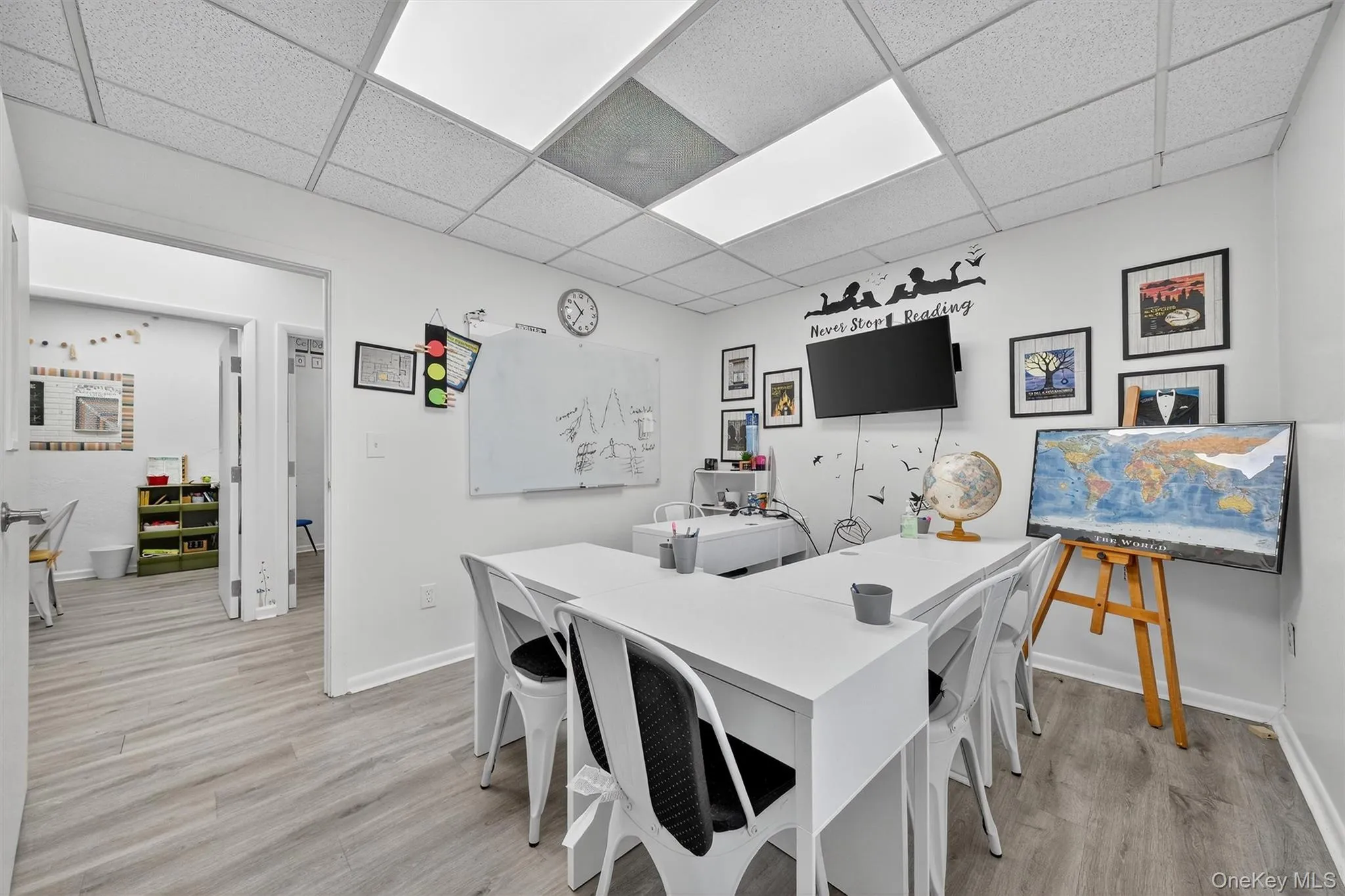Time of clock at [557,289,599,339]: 10:35
